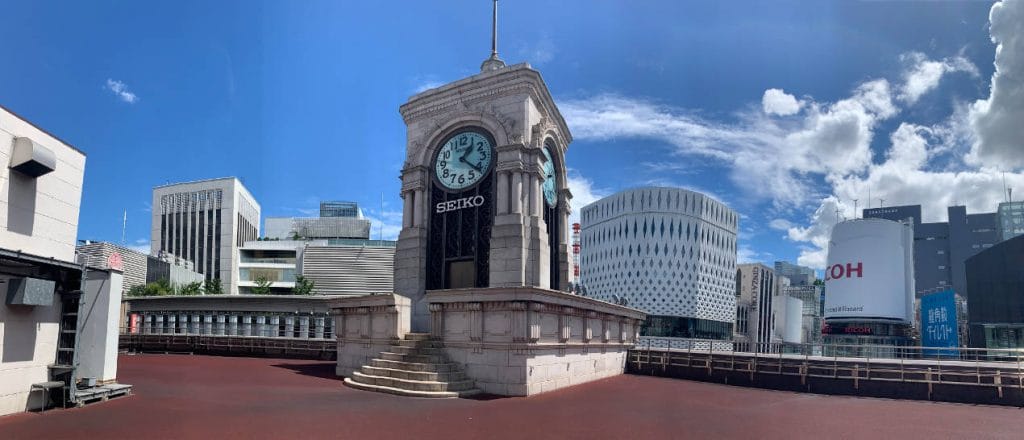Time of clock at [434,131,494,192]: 1:21
